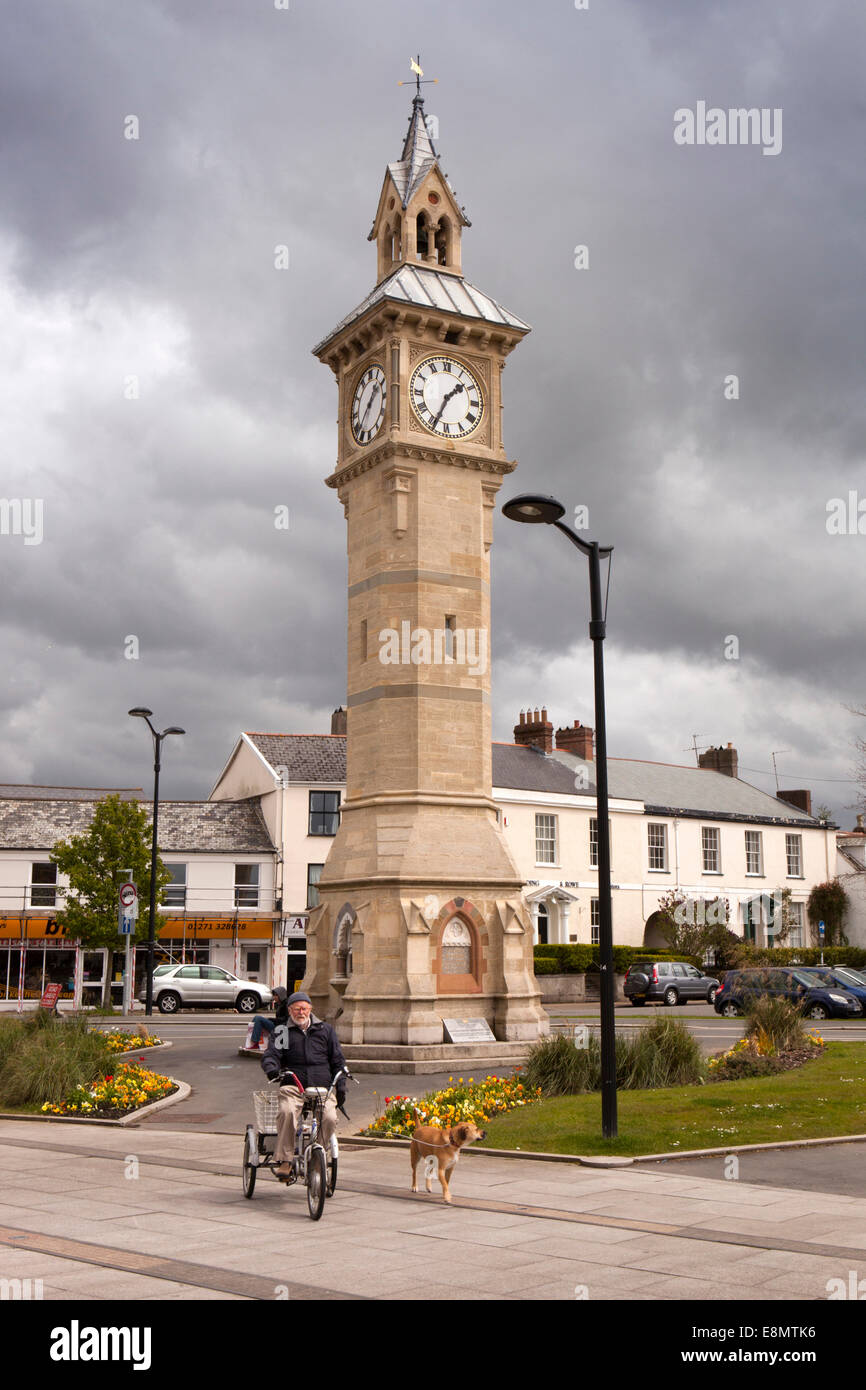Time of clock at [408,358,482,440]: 1:34
